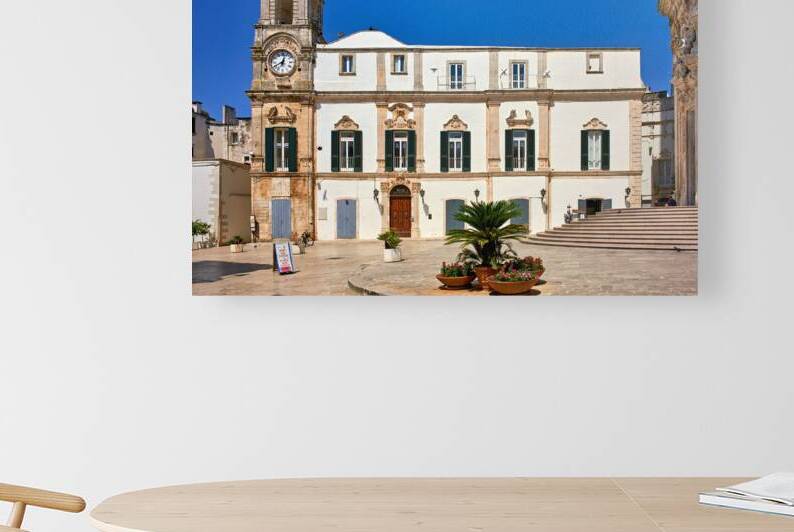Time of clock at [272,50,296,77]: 12:40
